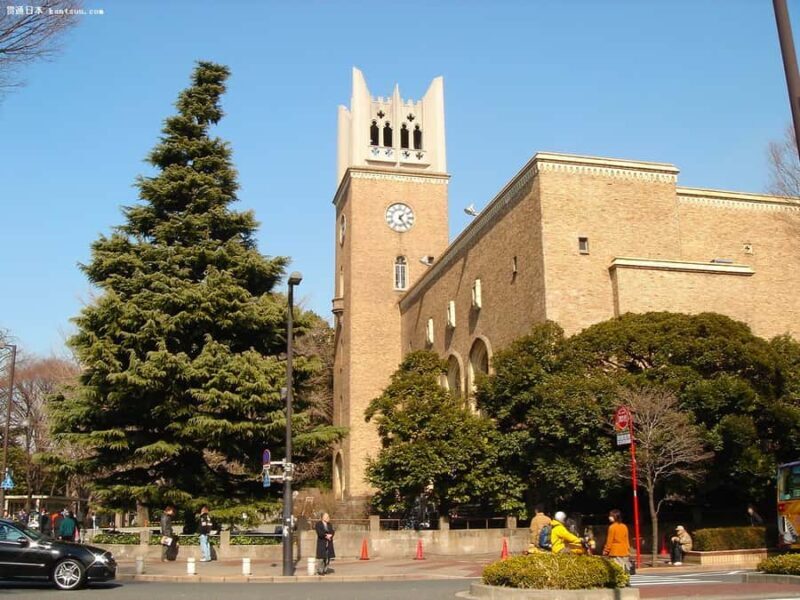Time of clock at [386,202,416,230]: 1:24
